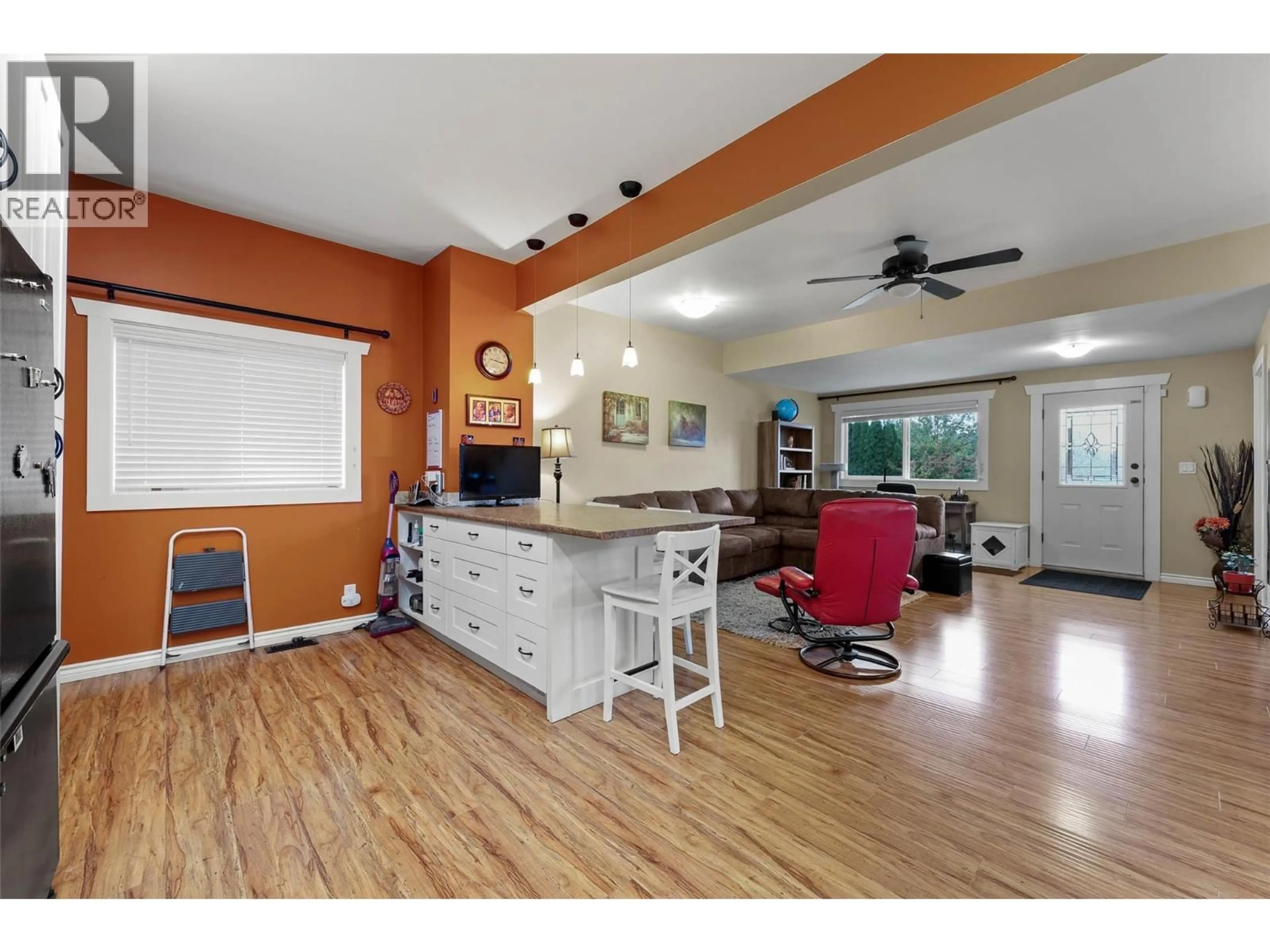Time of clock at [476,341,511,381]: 3:16
